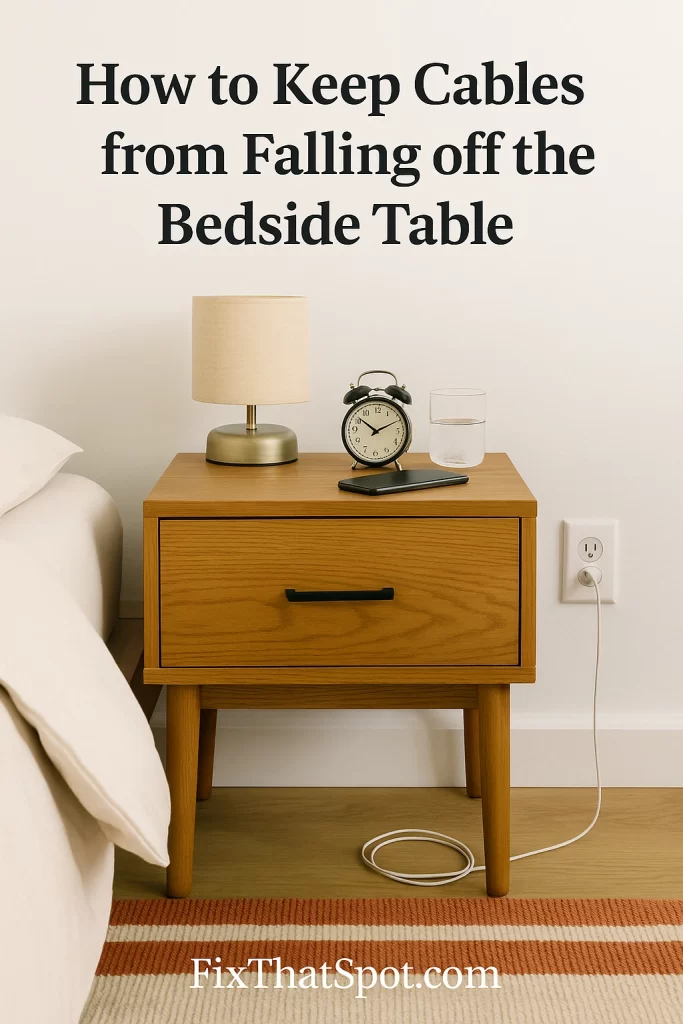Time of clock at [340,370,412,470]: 10:10
